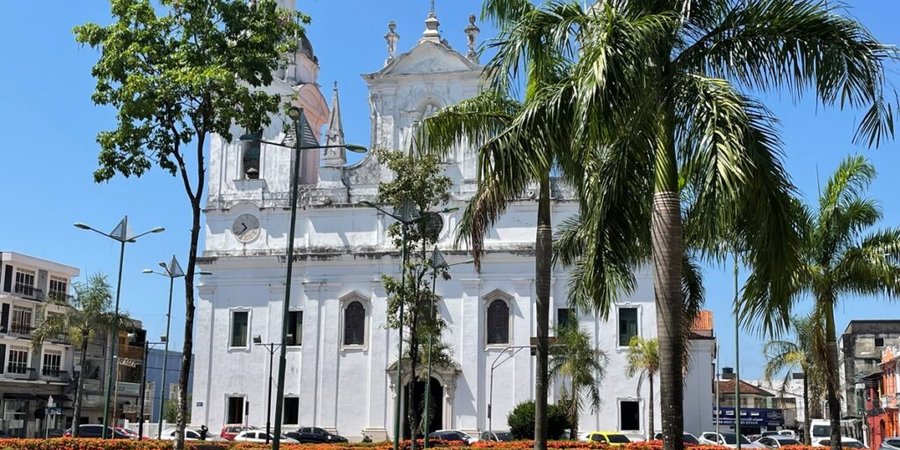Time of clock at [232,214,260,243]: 10:37
